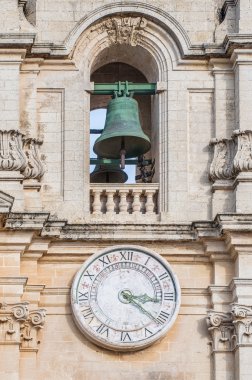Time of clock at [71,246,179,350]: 3:21
